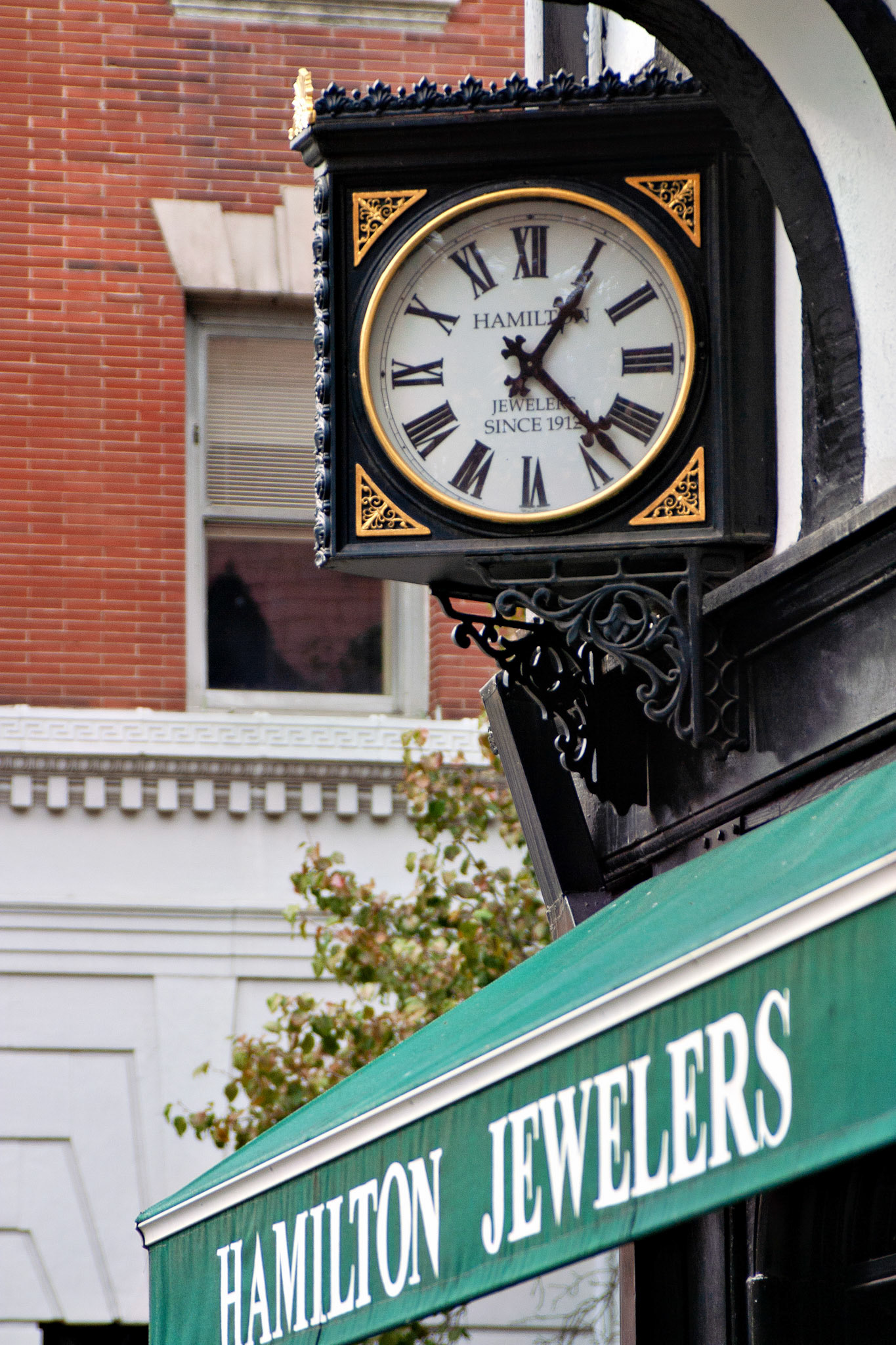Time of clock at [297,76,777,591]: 1:22
